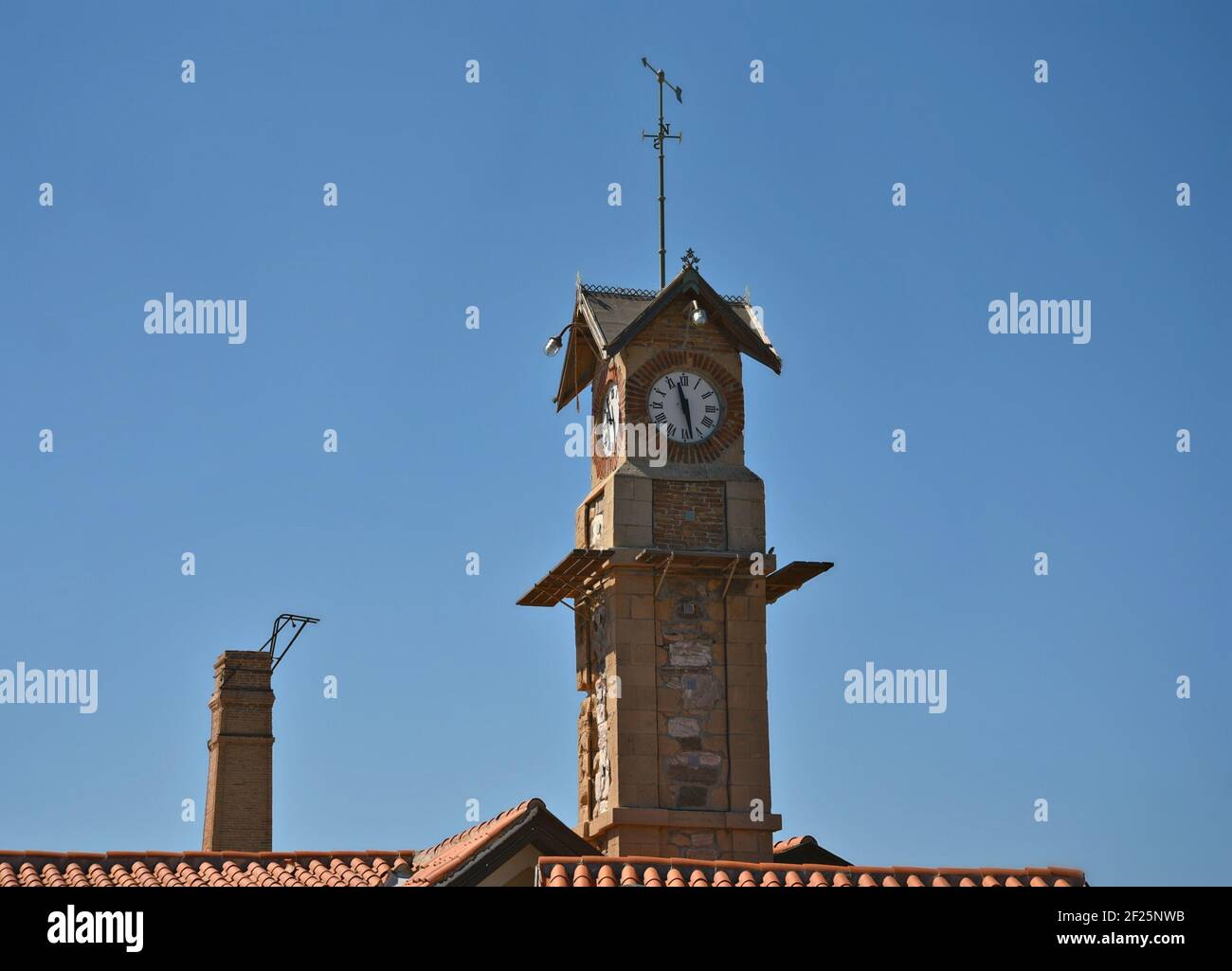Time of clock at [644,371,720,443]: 11:28
